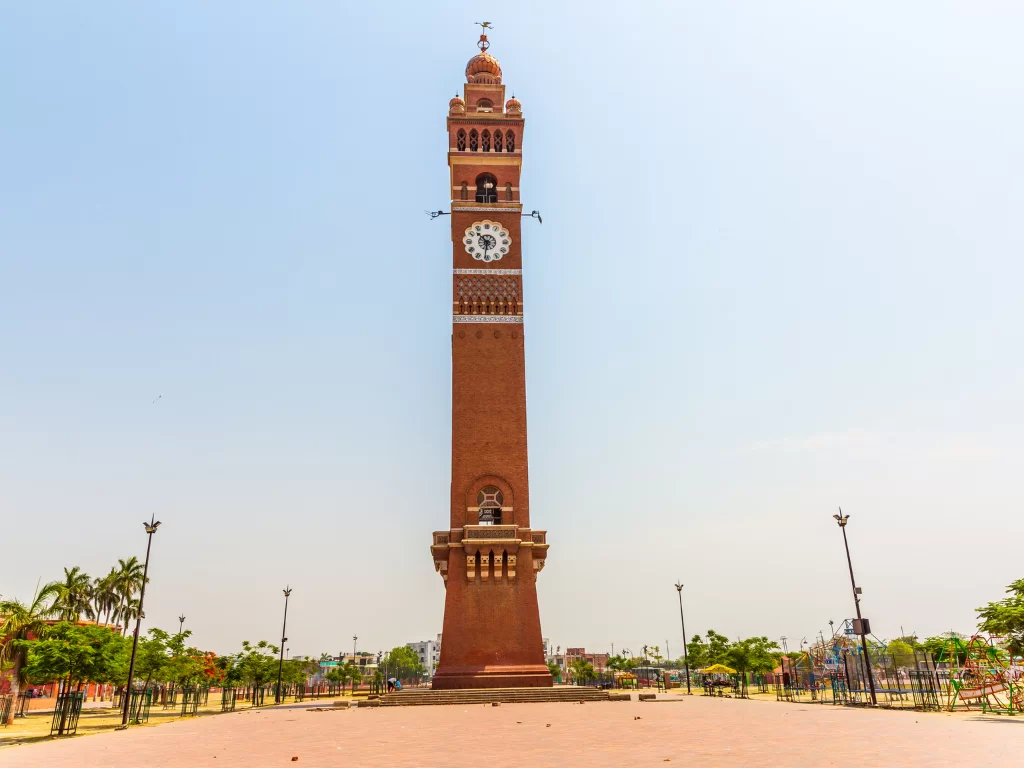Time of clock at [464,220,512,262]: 10:31
